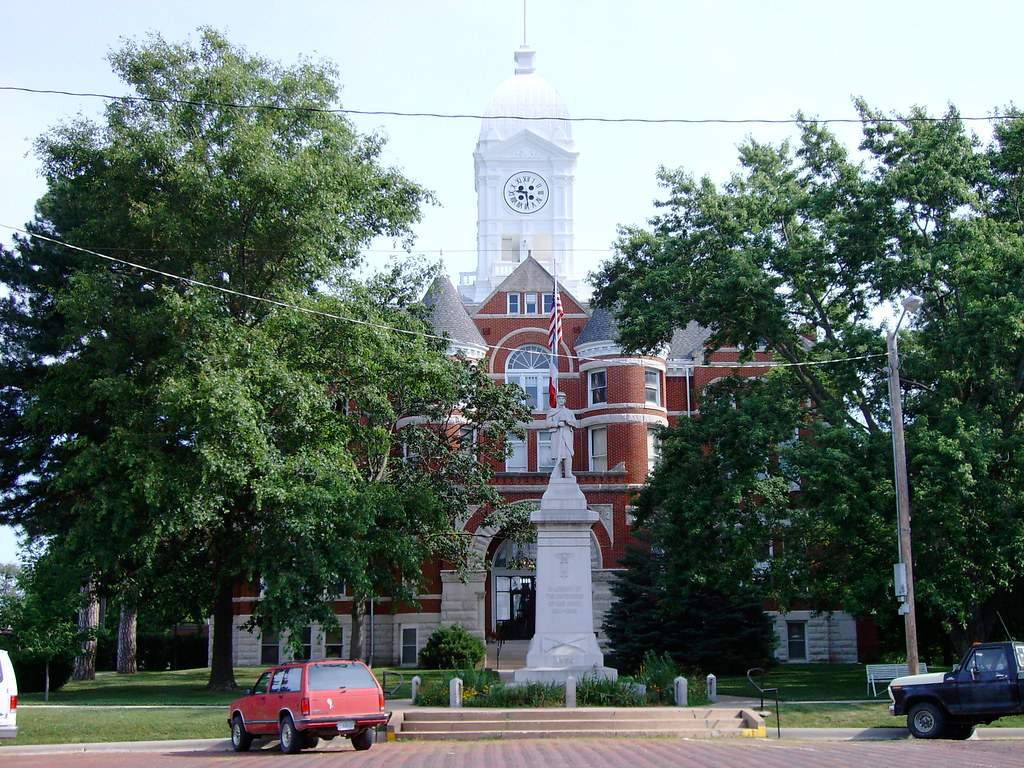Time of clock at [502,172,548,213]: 9:28
